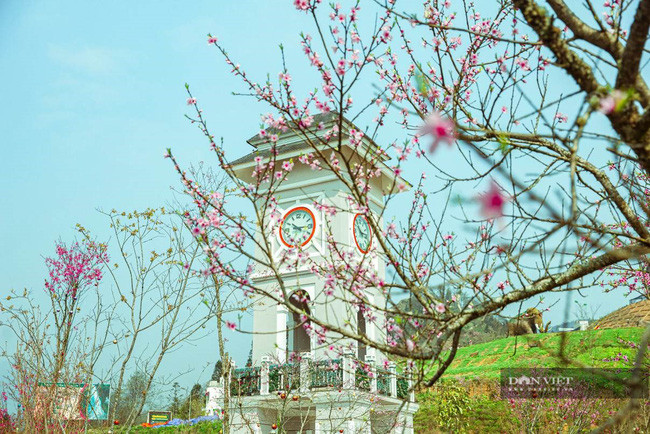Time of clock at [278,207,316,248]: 10:15
